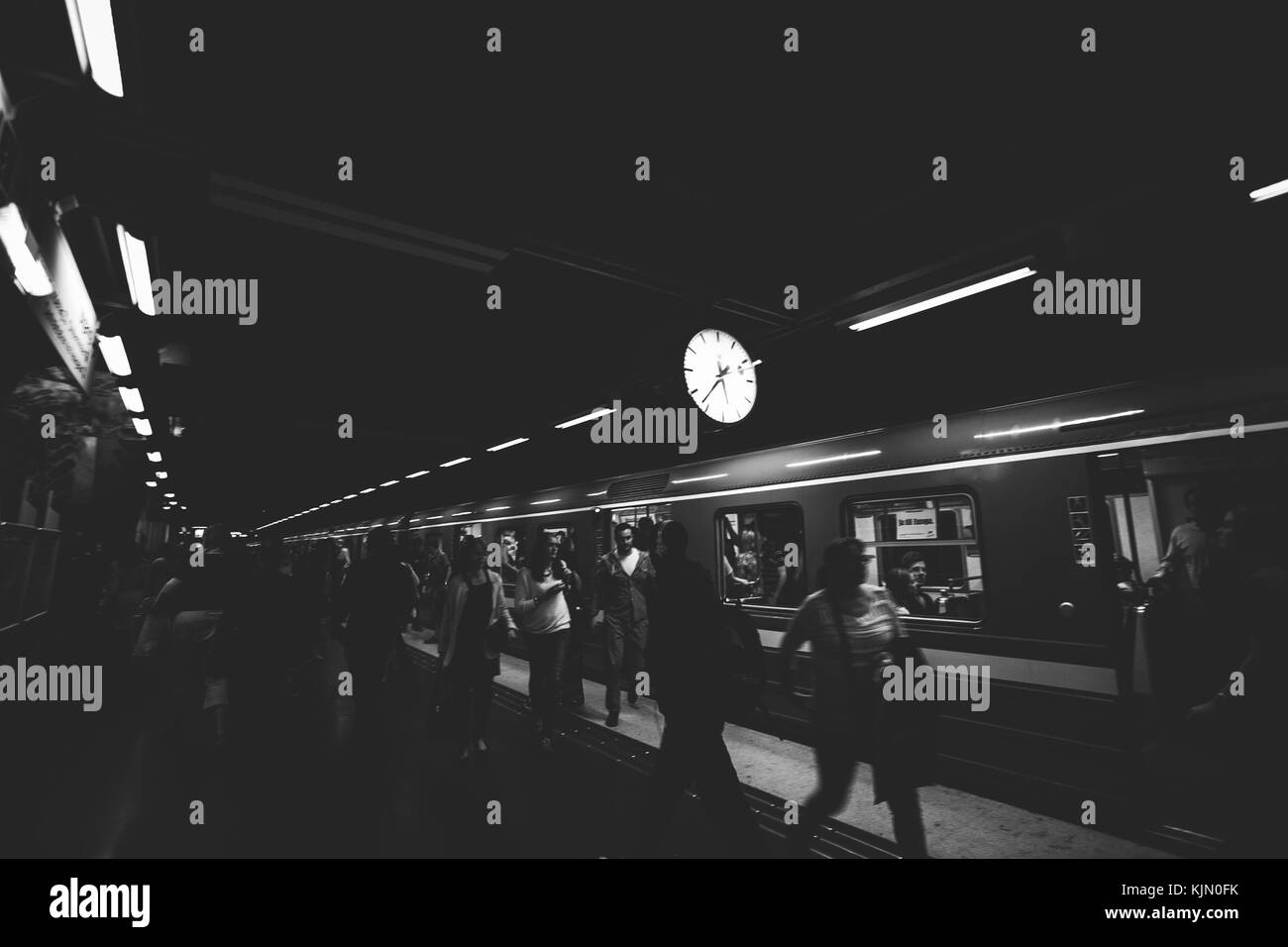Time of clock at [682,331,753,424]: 1:36
